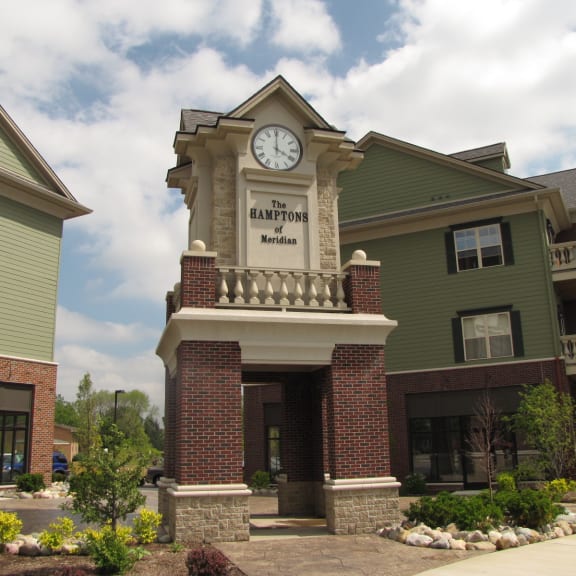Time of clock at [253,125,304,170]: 4:00
